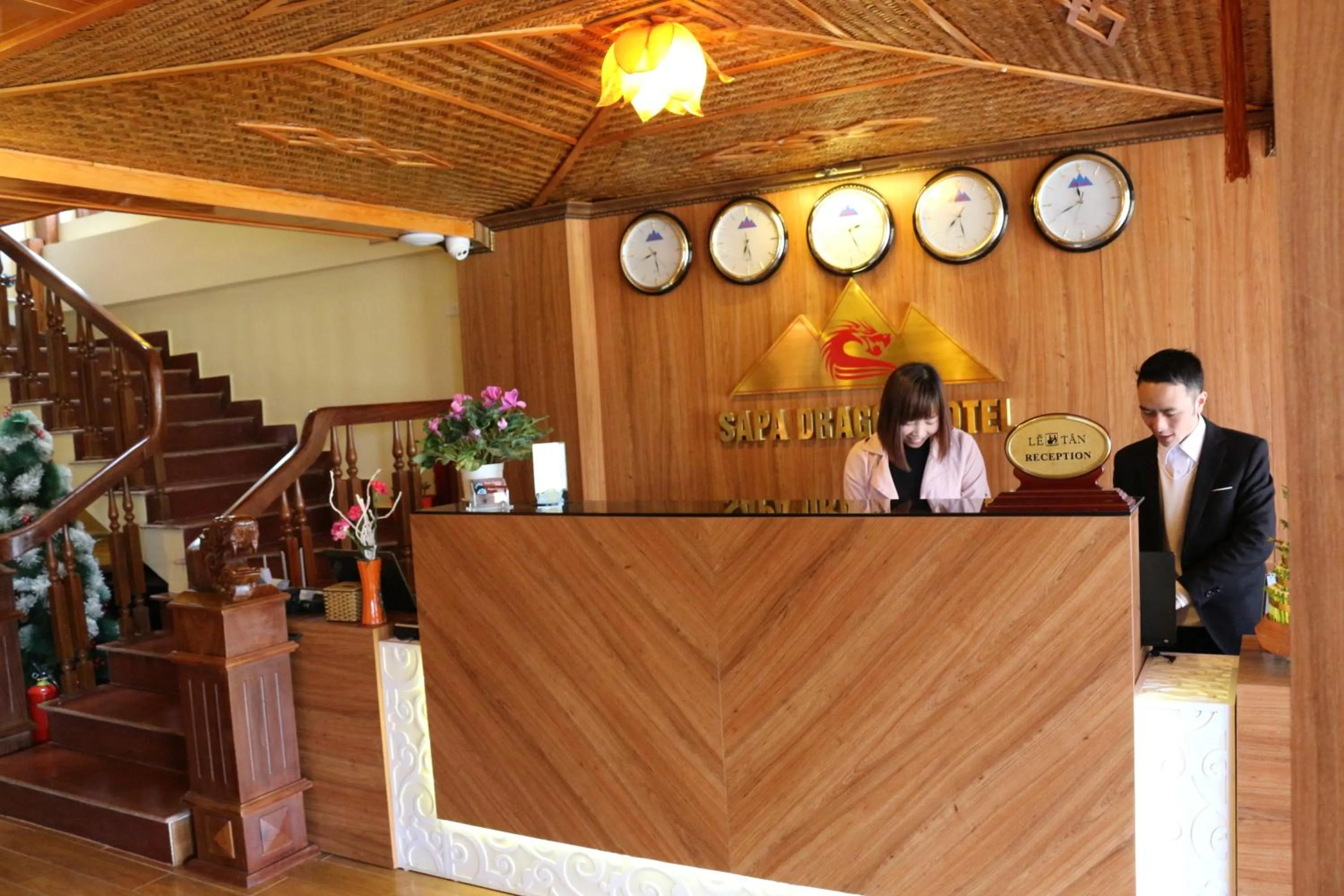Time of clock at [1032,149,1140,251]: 11:40
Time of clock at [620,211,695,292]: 8:27
